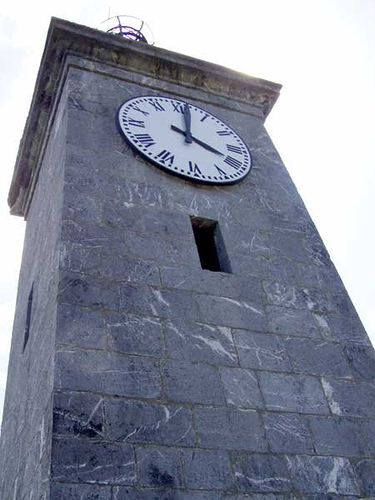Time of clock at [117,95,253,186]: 4:01
